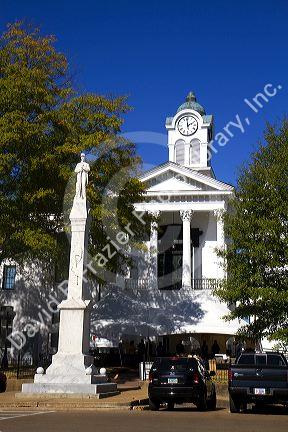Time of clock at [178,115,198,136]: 1:59
